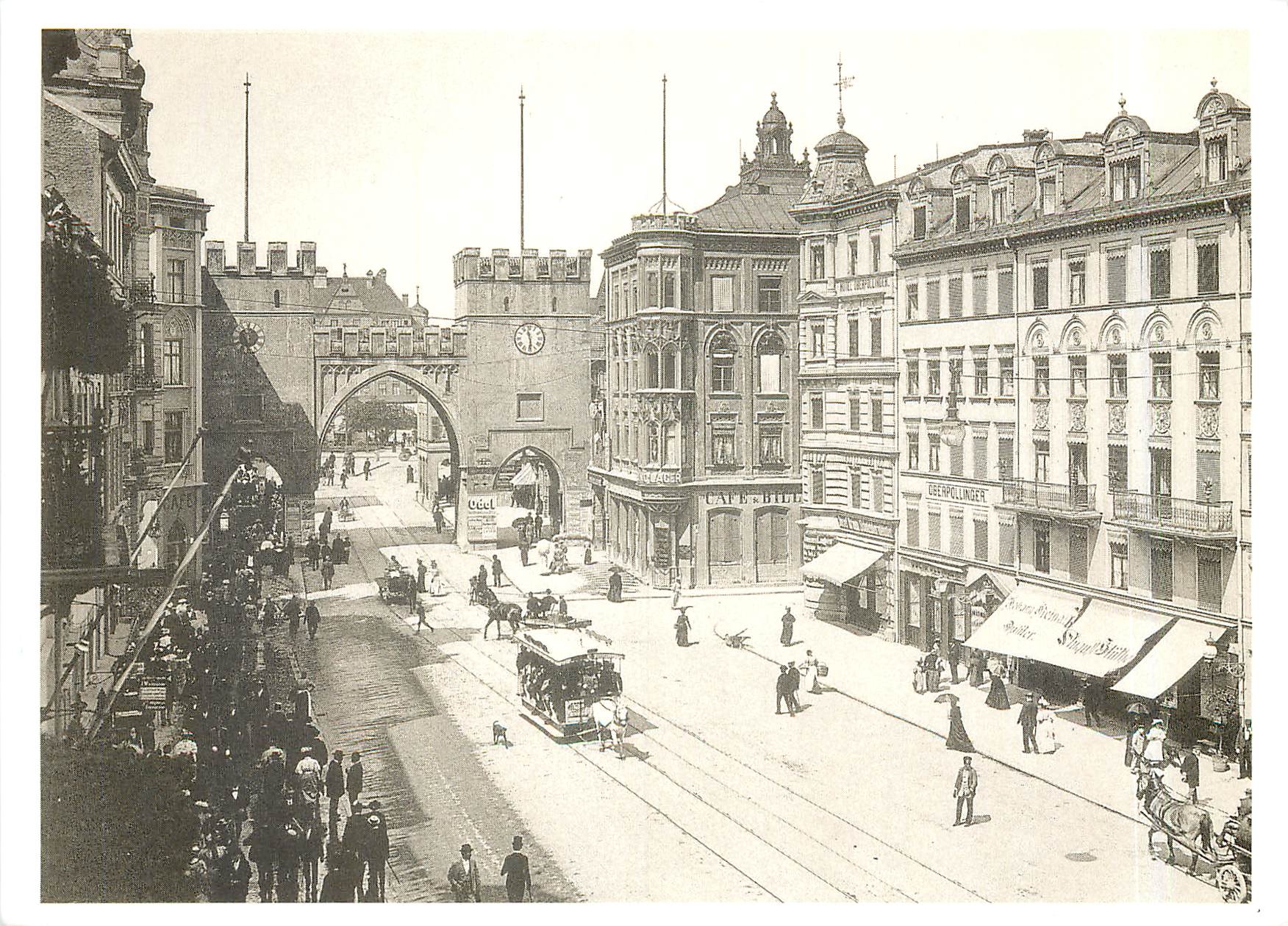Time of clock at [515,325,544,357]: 11:29
